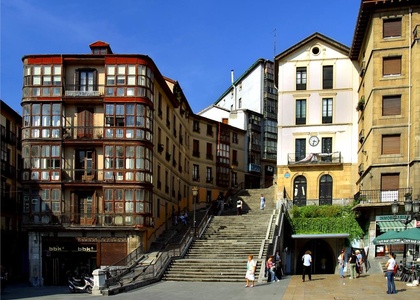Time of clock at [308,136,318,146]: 3:32
